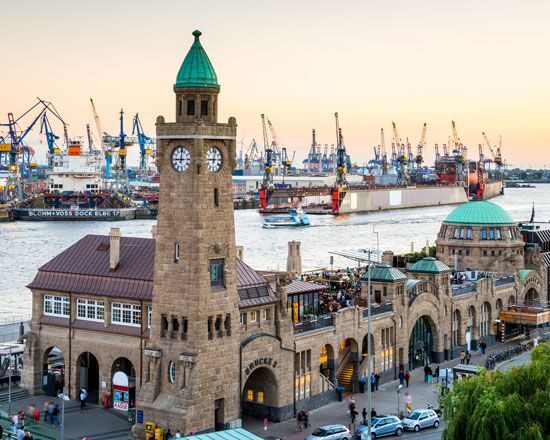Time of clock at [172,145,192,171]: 9:01
